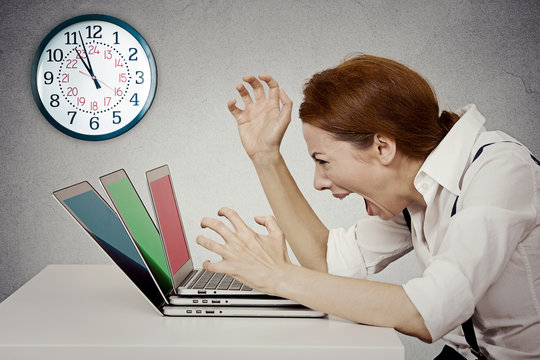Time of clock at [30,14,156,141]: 10:57
